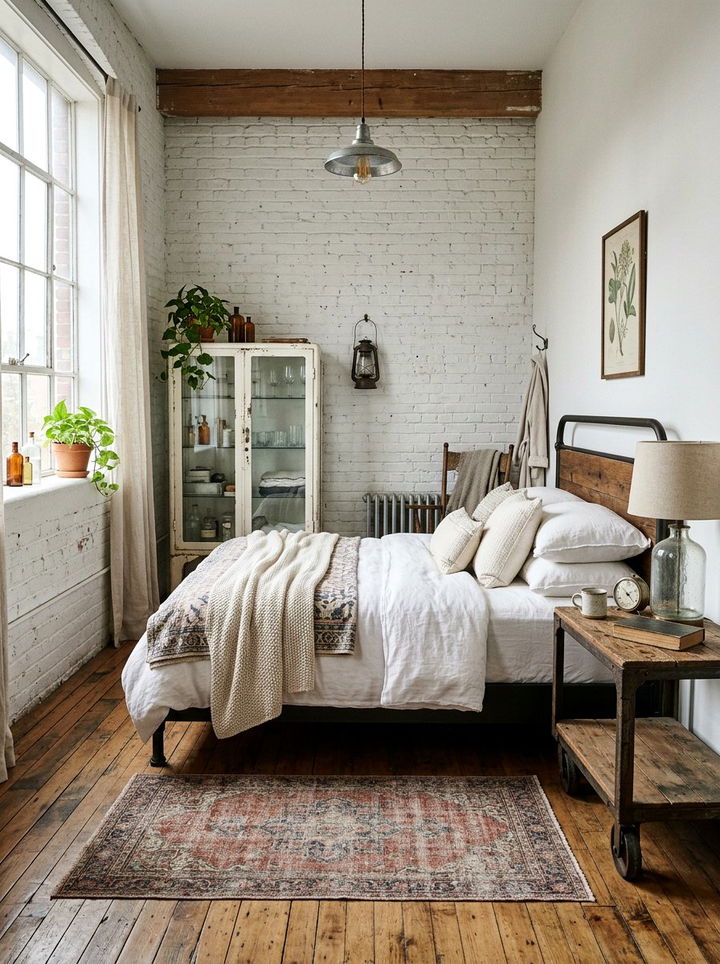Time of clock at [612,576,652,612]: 2:22
